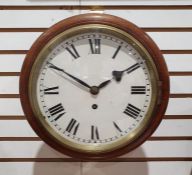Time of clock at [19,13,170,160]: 1:50
